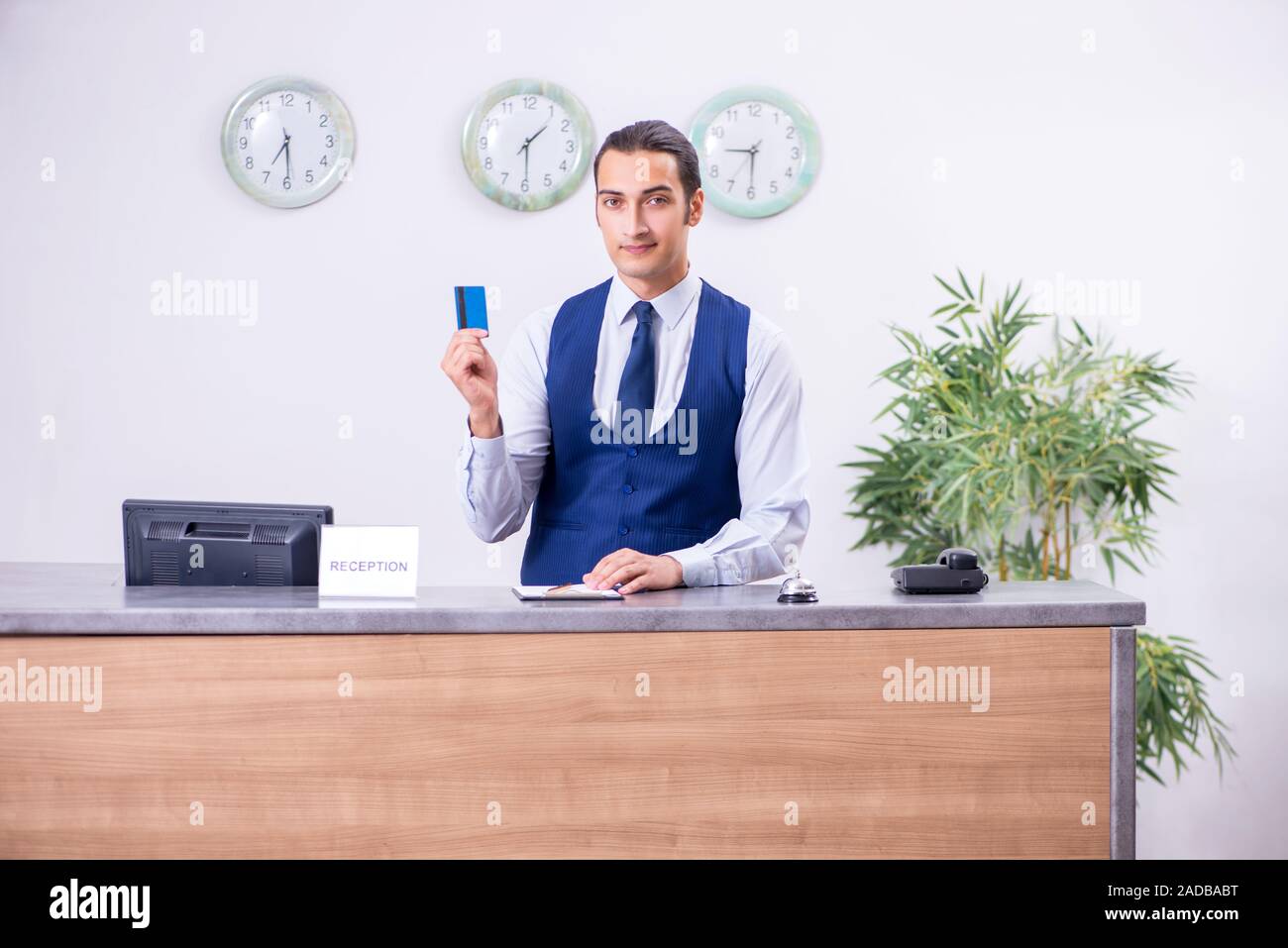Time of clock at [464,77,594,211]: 1:29
